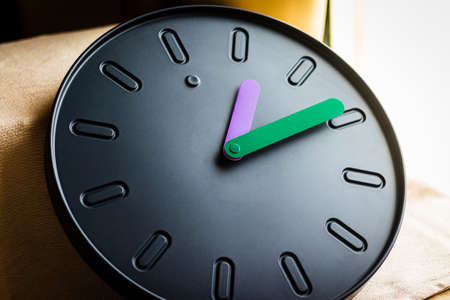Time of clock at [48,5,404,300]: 12:09
